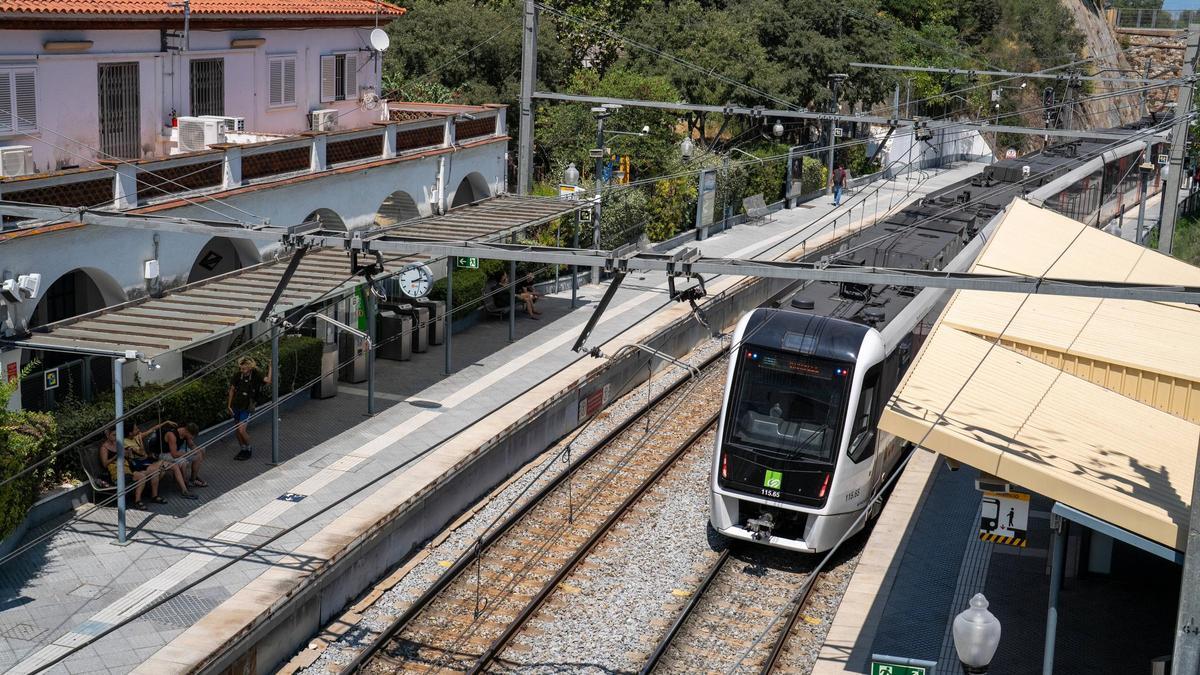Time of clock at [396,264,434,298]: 2:14
